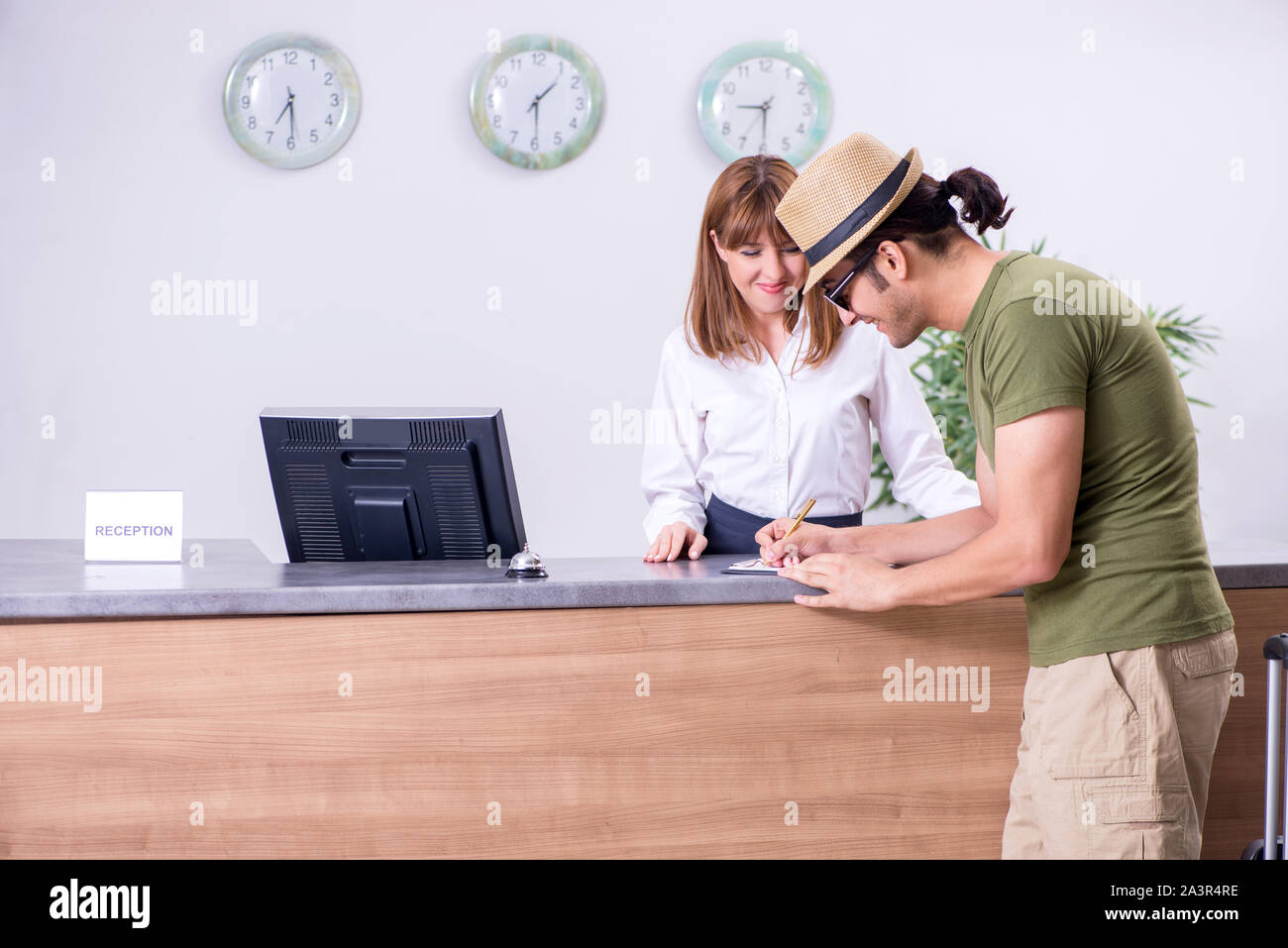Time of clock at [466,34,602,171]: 1:29
